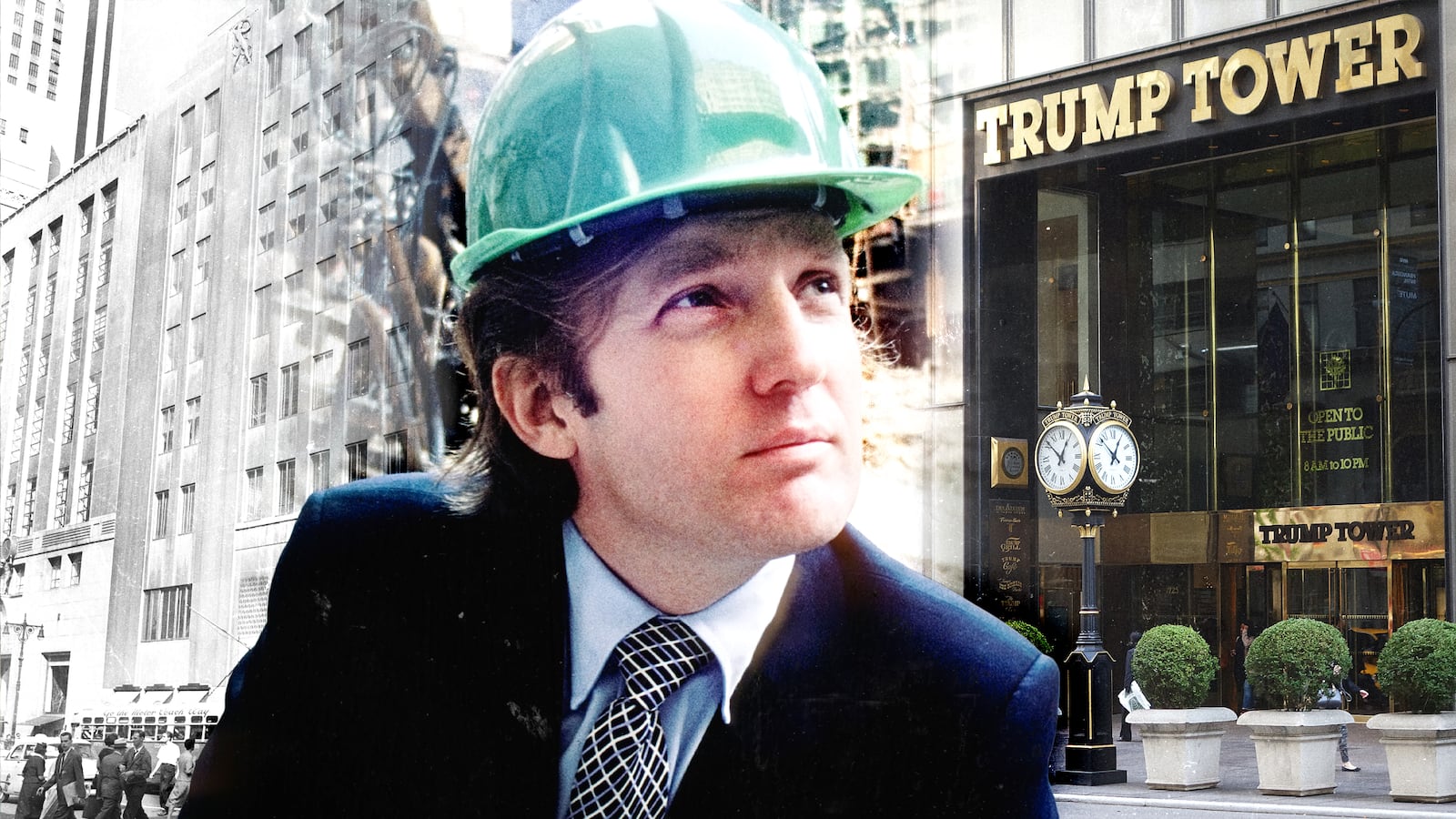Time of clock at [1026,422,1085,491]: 12:52
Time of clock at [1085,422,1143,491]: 12:52
